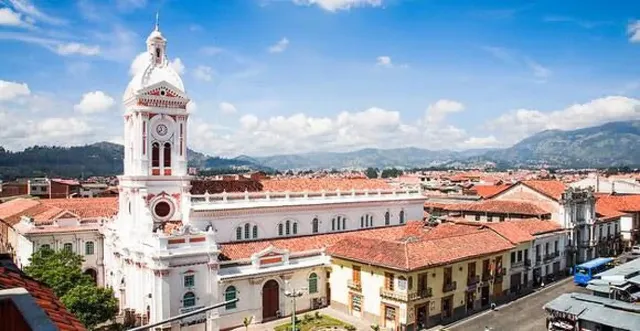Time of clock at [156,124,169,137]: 11:37
